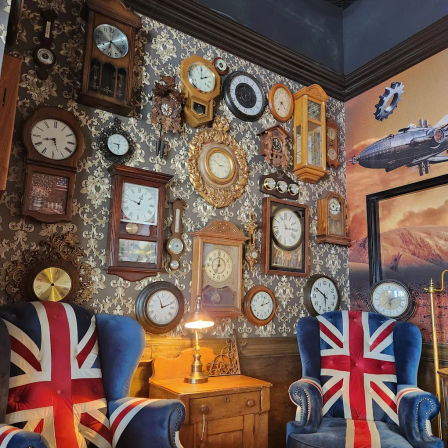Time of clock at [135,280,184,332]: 11:11
